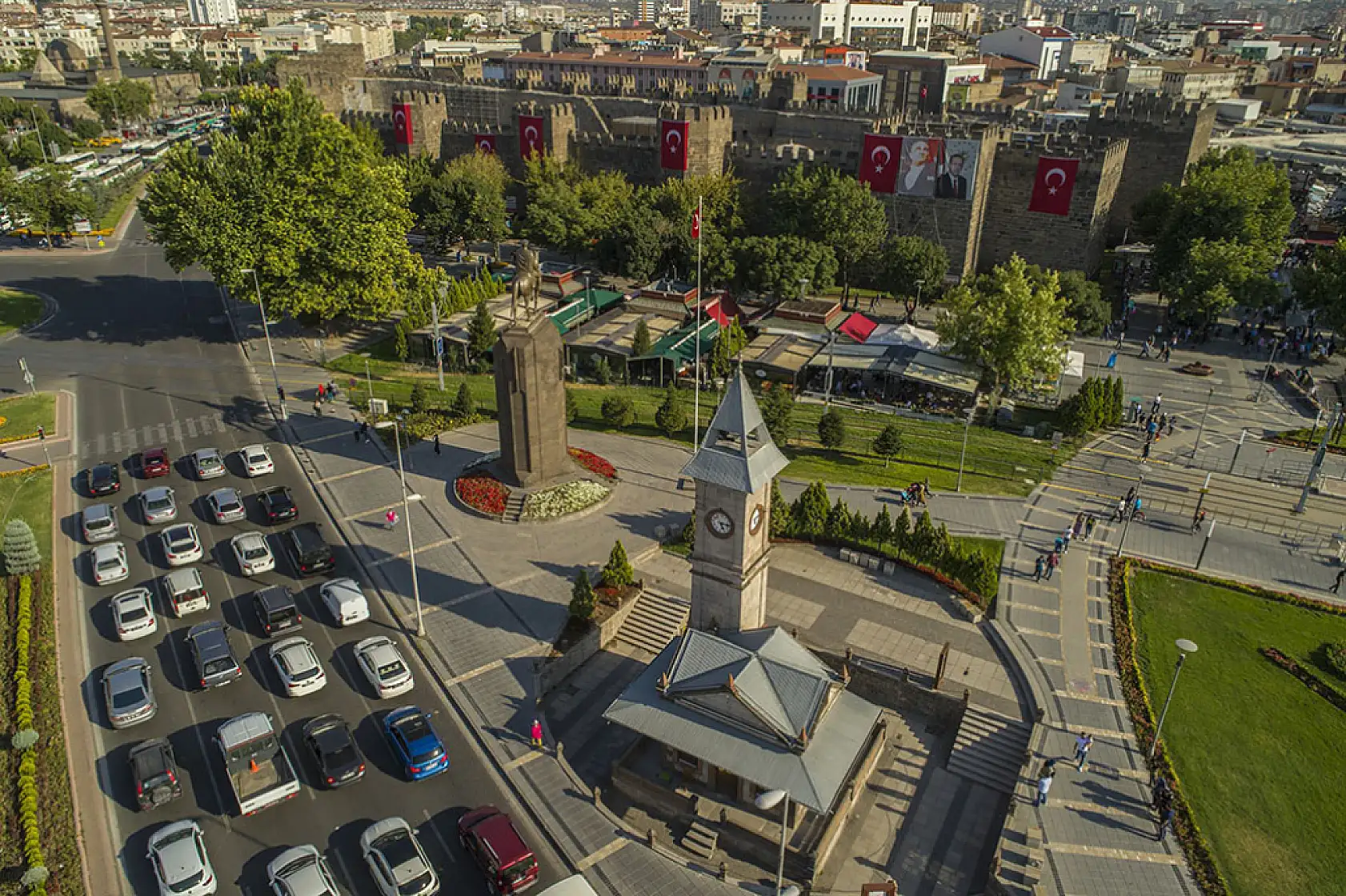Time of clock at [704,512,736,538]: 5:15
